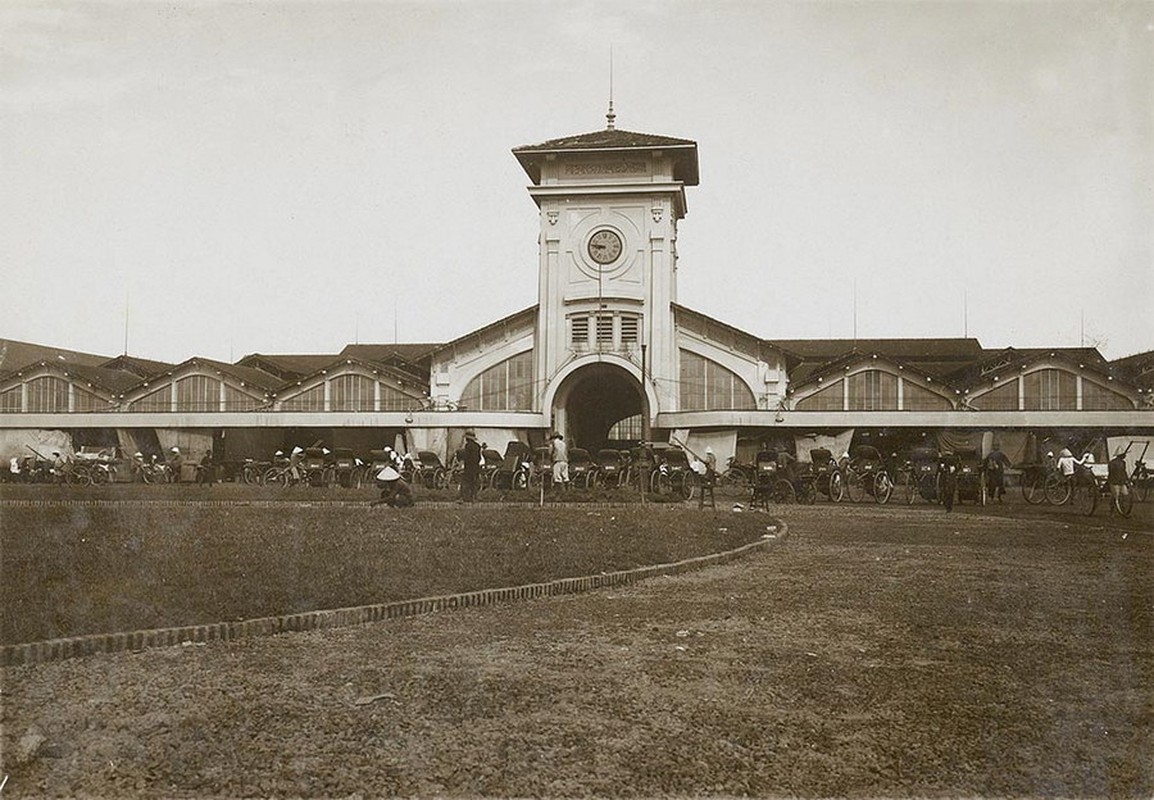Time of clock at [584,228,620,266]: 8:46
